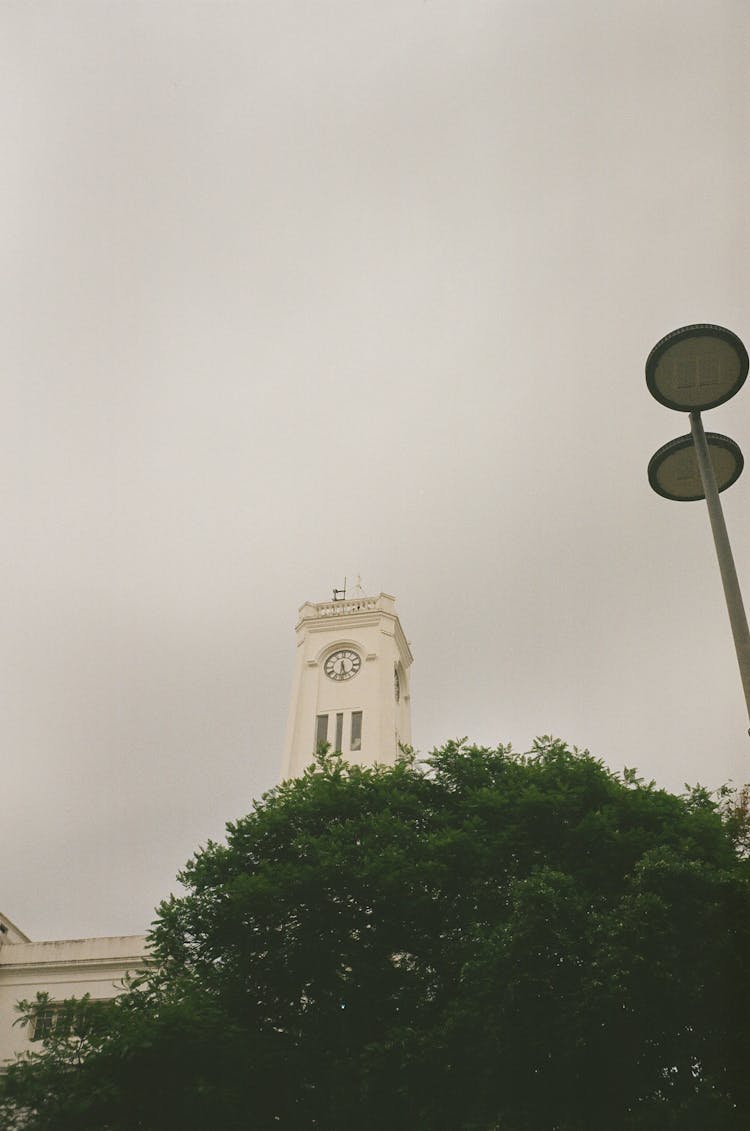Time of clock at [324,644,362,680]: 5:31
